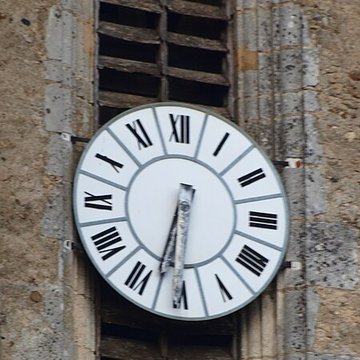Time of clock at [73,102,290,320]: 6:32
